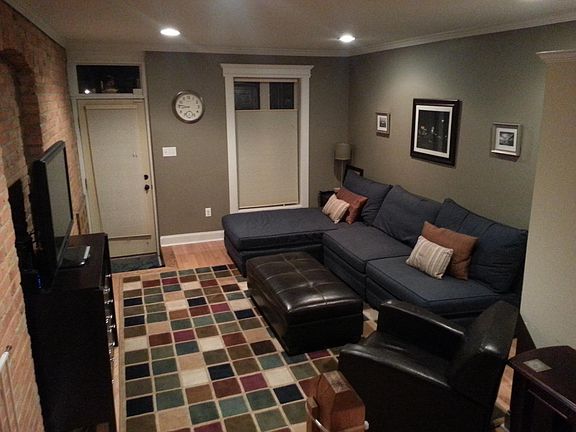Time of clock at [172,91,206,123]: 8:46
